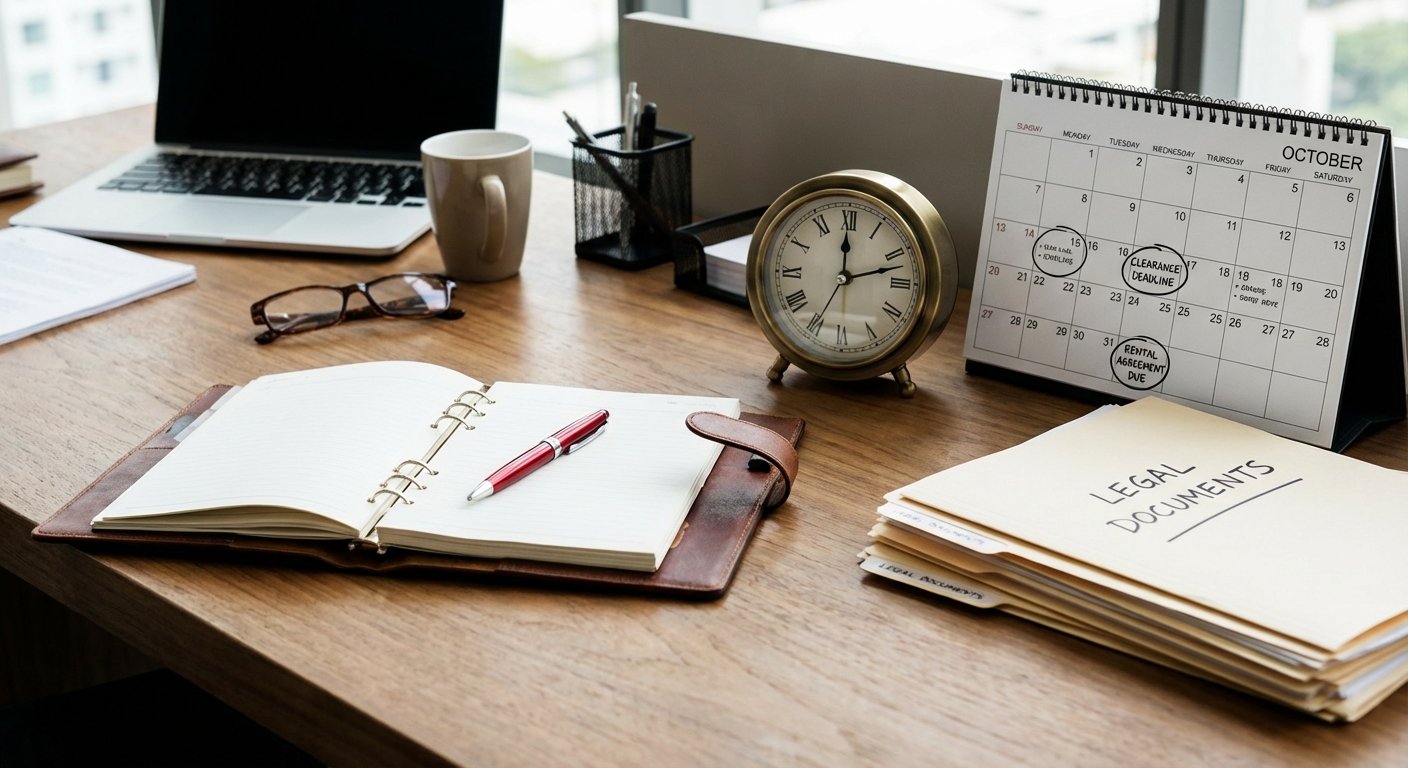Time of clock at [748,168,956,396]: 12:12
